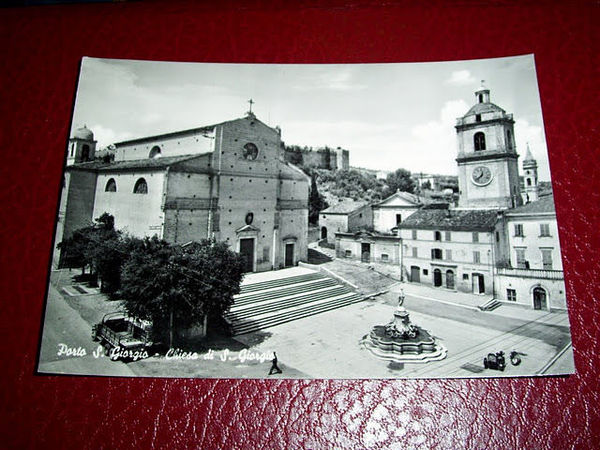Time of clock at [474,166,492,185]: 12:37
